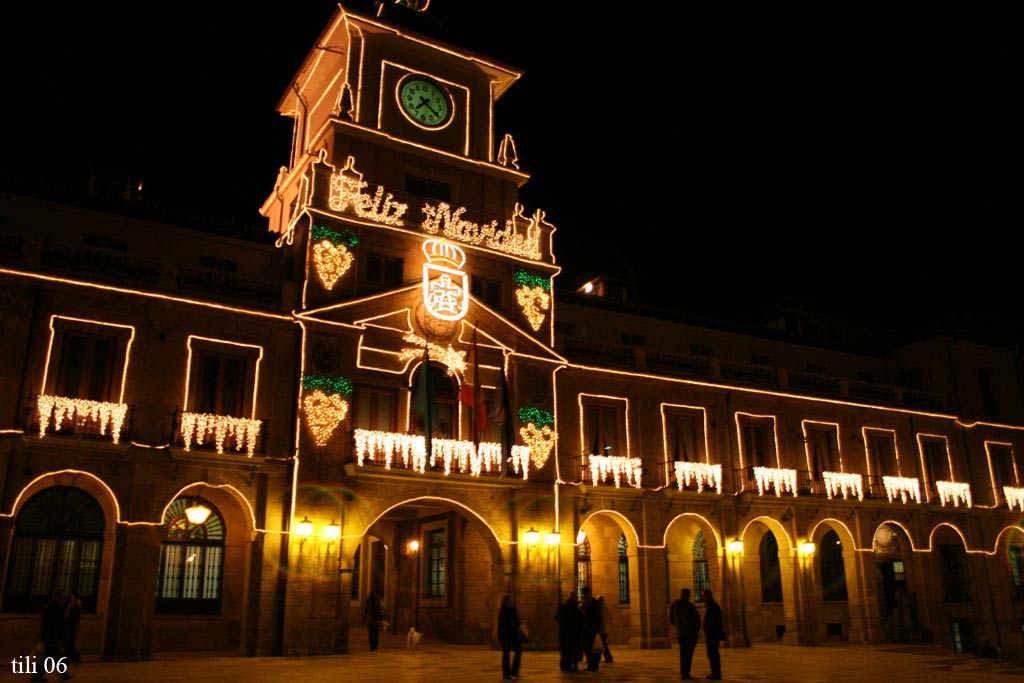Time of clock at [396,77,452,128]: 7:21
